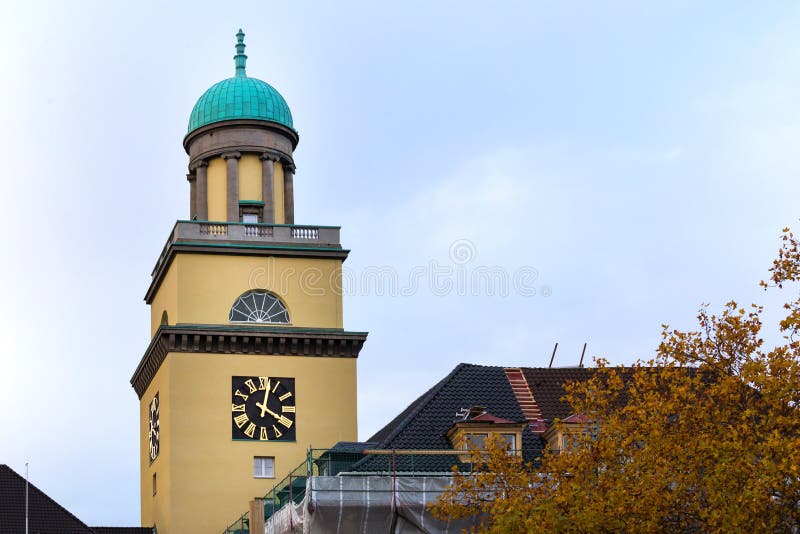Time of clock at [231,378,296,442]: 4:02
